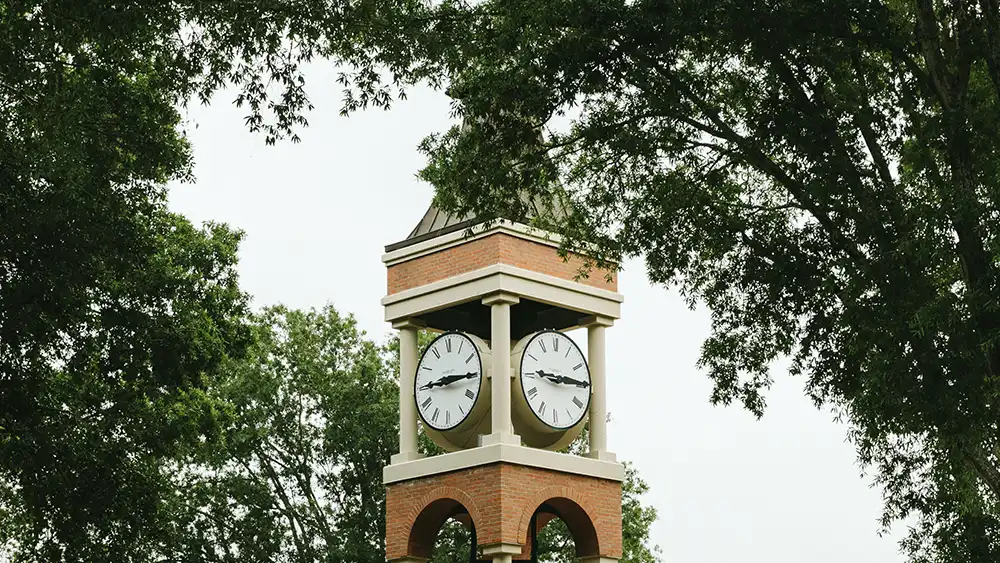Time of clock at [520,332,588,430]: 9:14
